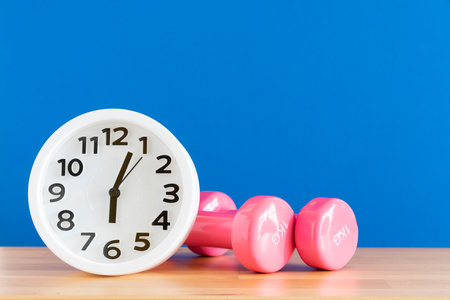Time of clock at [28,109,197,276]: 6:03
